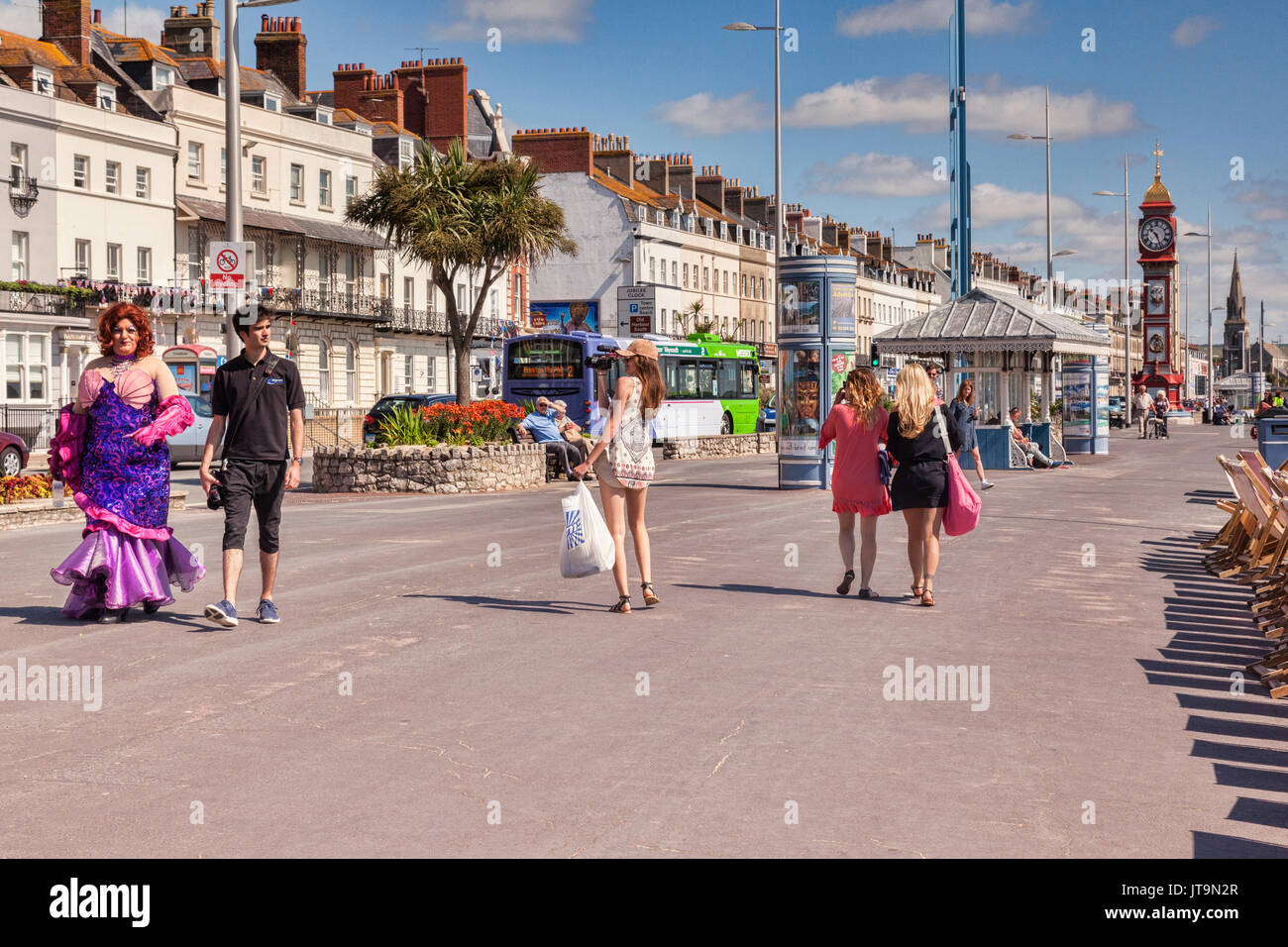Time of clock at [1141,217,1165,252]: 10:26
